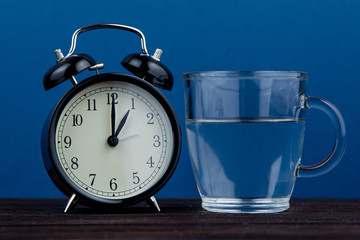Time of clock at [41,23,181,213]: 1:00
